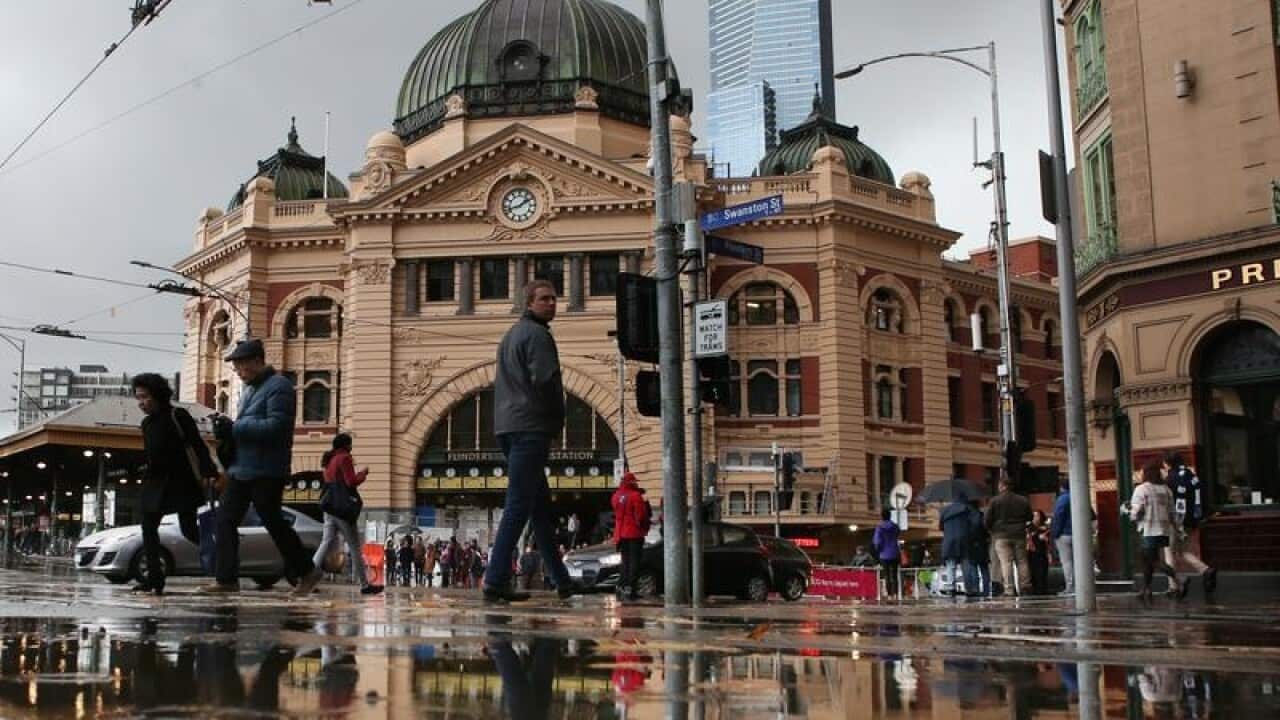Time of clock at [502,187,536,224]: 1:42
